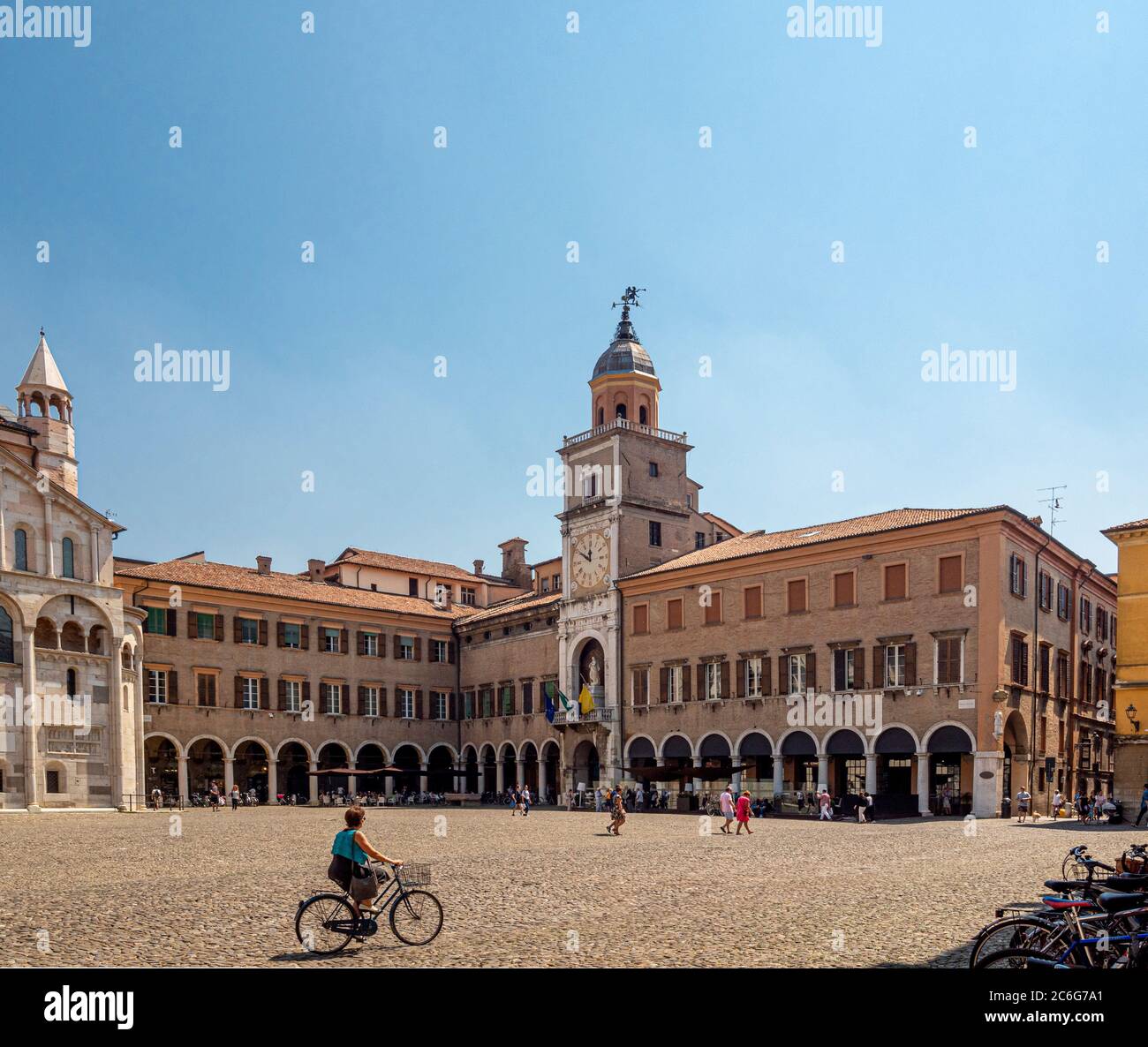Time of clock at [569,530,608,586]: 11:50
